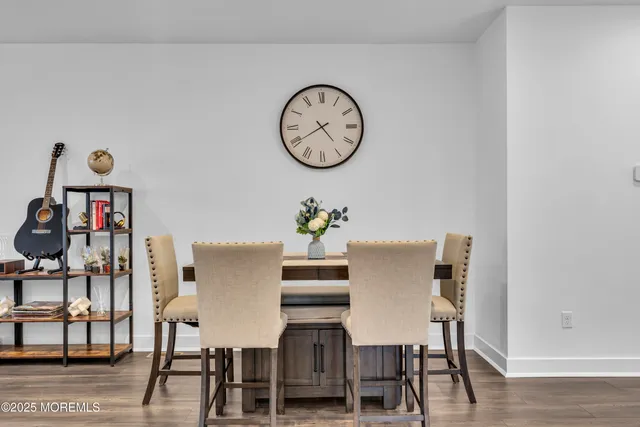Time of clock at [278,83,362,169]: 4:40
